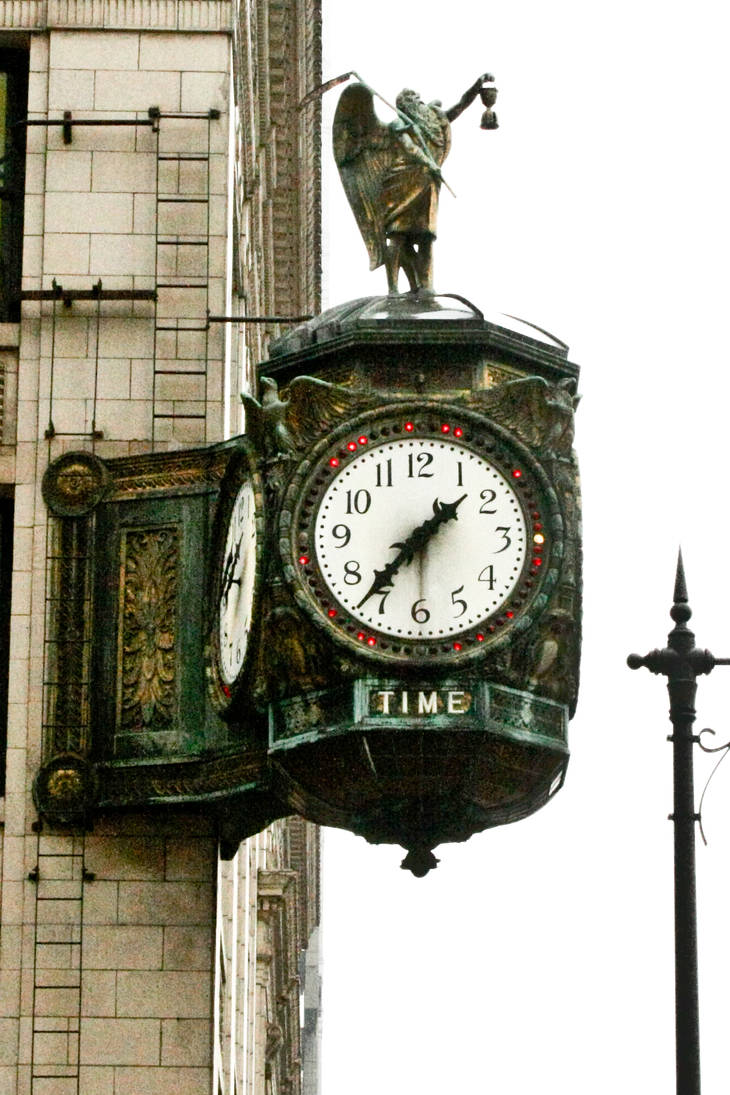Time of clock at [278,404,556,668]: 1:36
